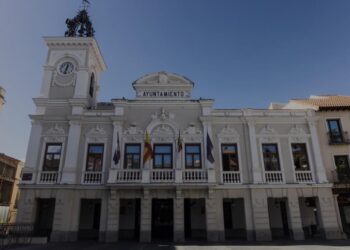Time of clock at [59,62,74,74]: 12:32
